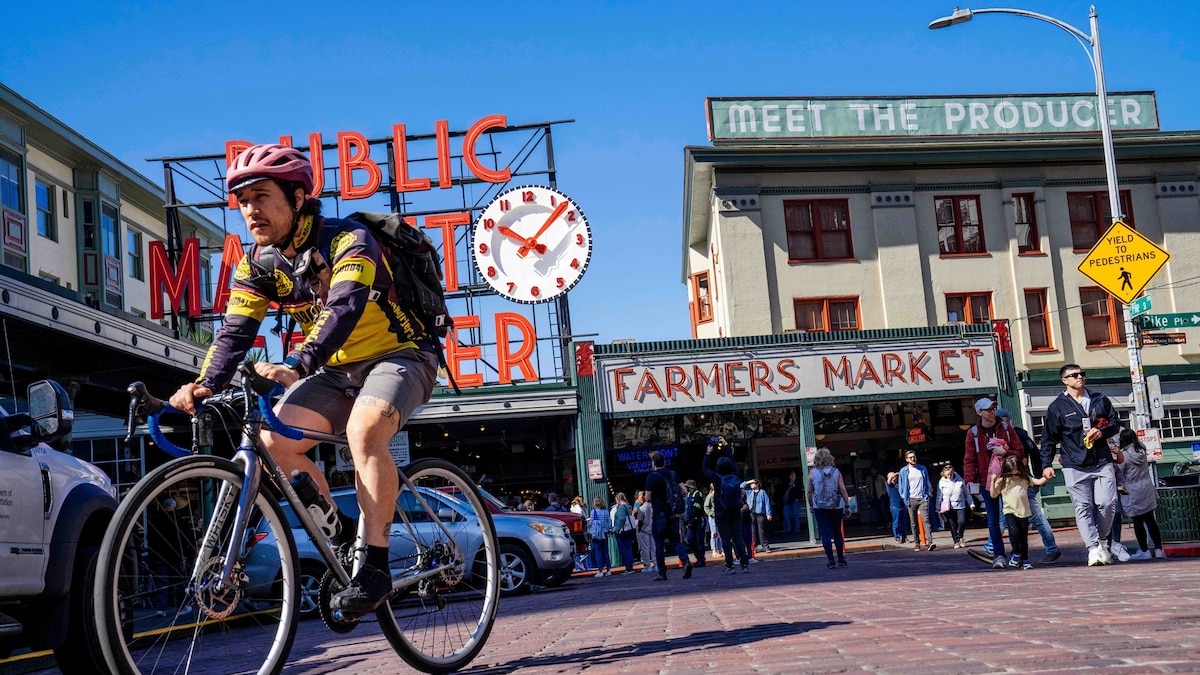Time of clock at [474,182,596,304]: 10:07
